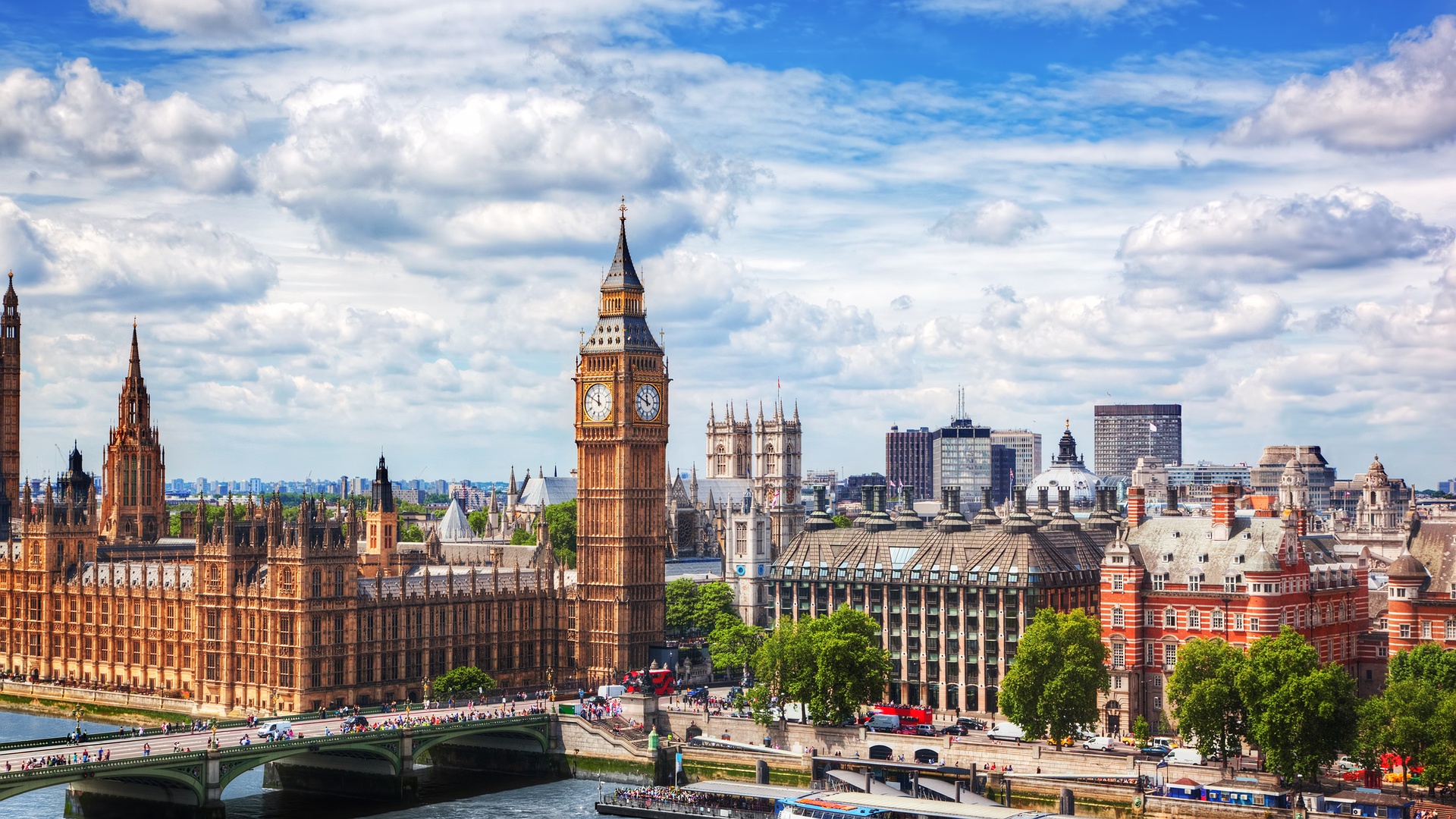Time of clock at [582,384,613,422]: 11:49
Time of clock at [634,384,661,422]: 11:49
